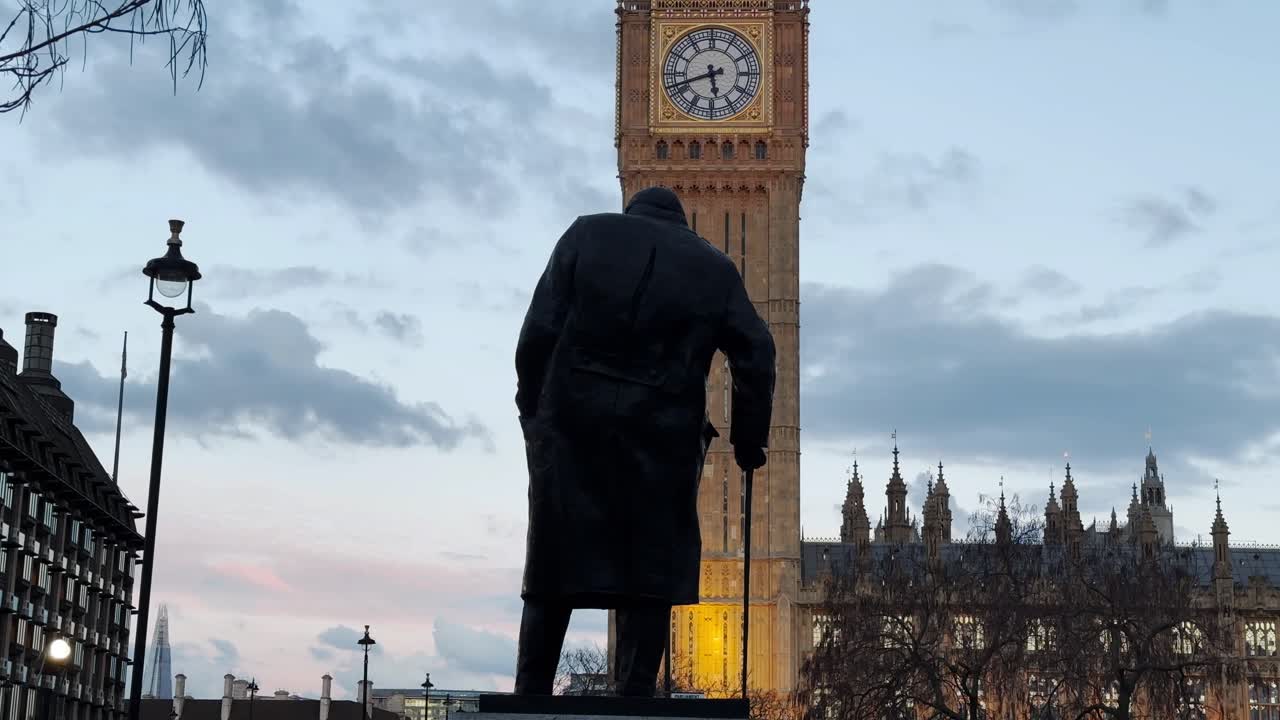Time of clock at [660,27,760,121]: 5:41
